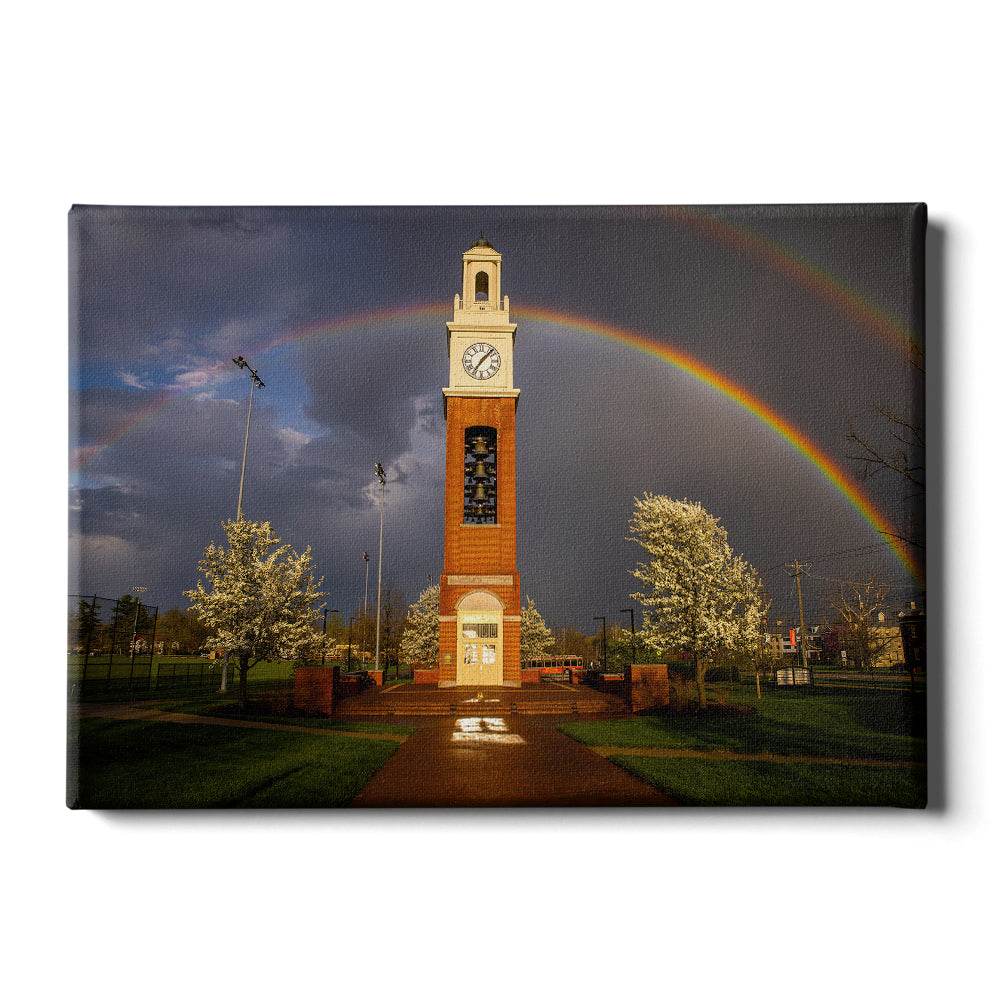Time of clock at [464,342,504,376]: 7:07
